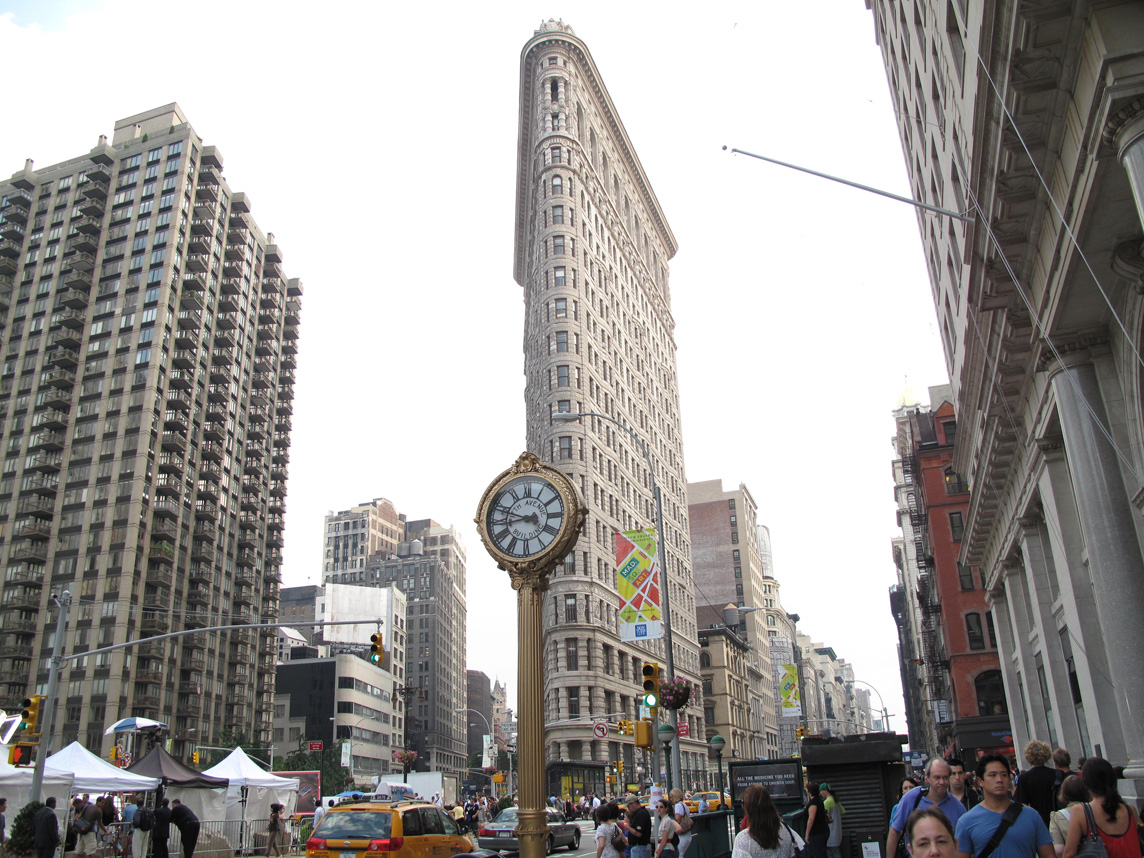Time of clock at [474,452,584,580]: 8:48
